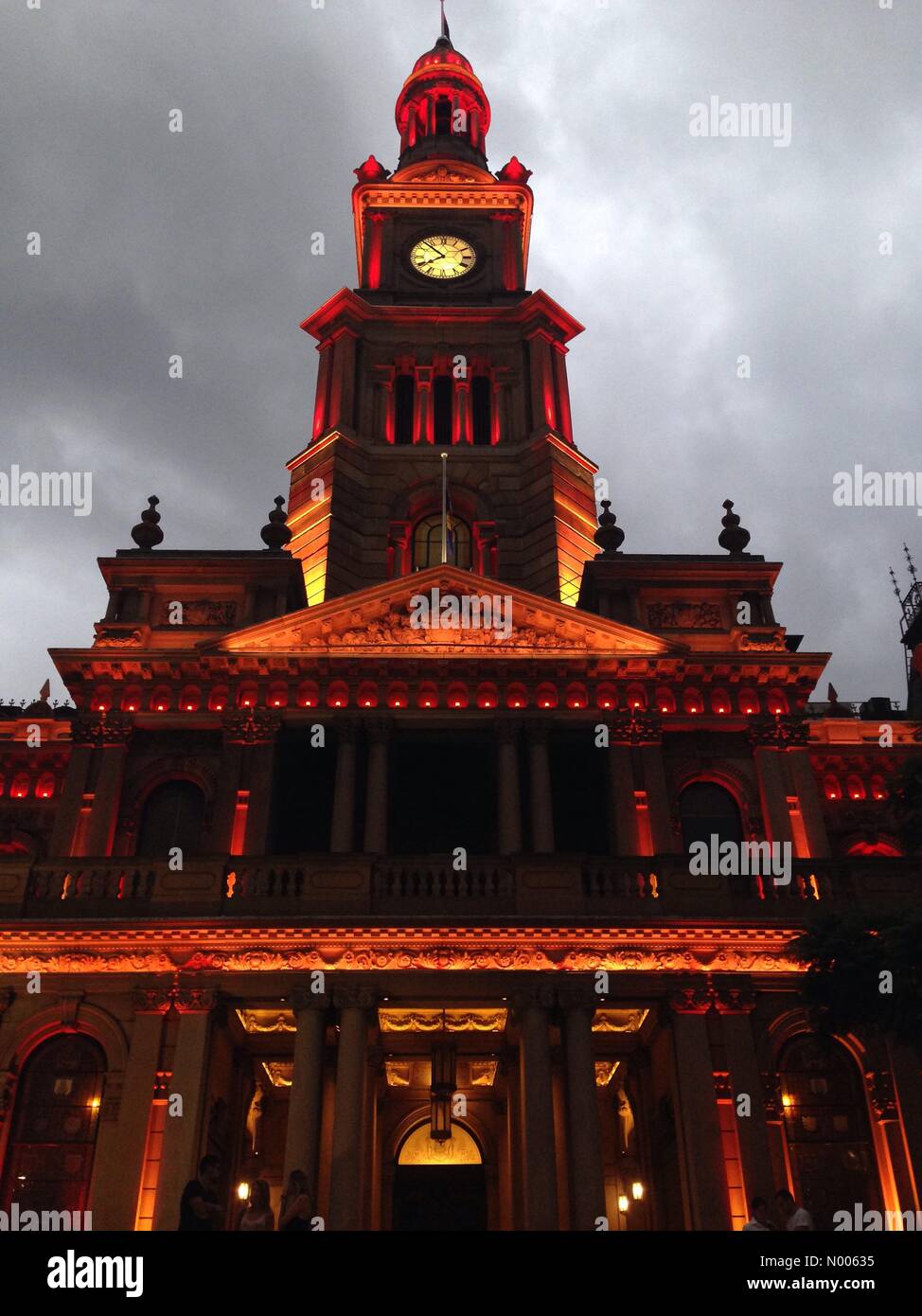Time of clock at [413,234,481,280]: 7:52
